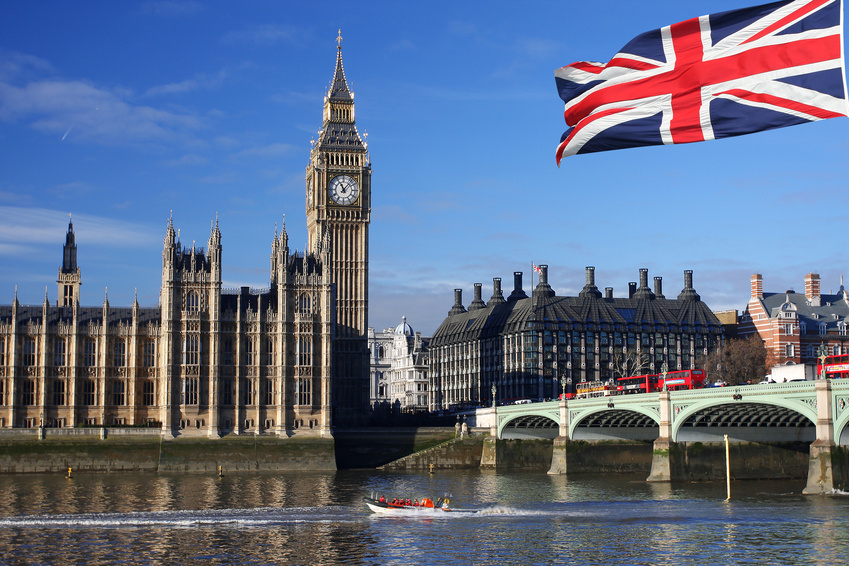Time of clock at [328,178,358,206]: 11:07
